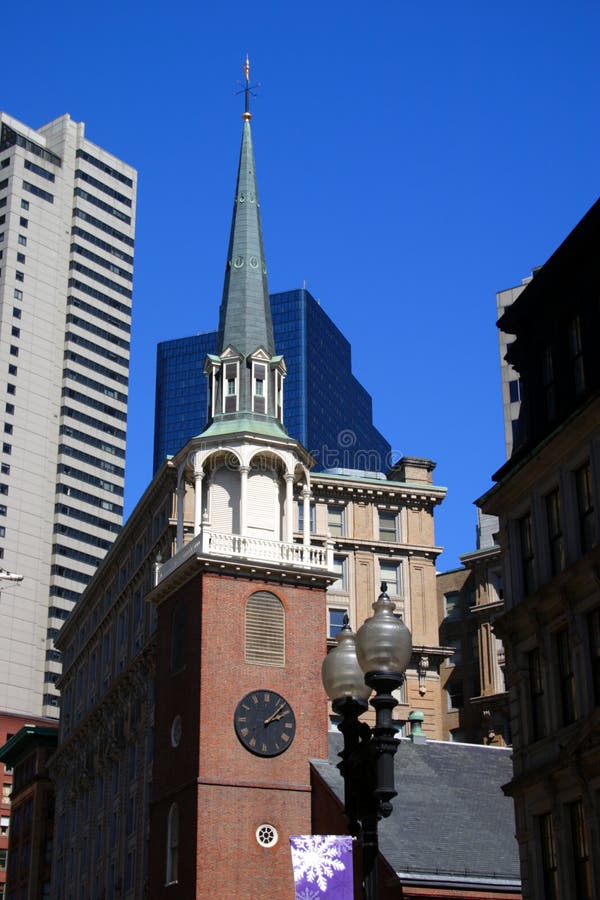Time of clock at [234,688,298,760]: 2:07
